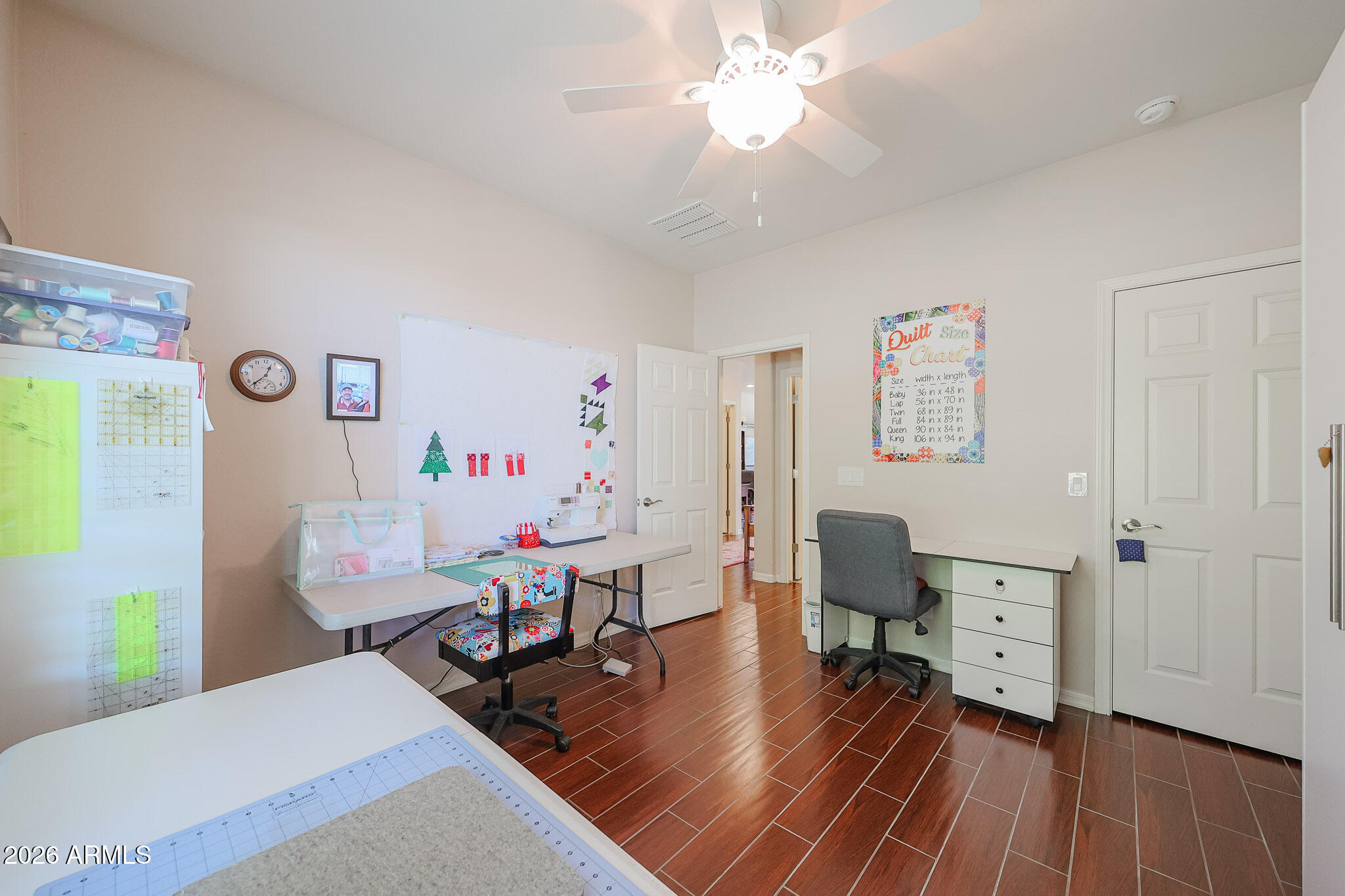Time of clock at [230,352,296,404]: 12:37
